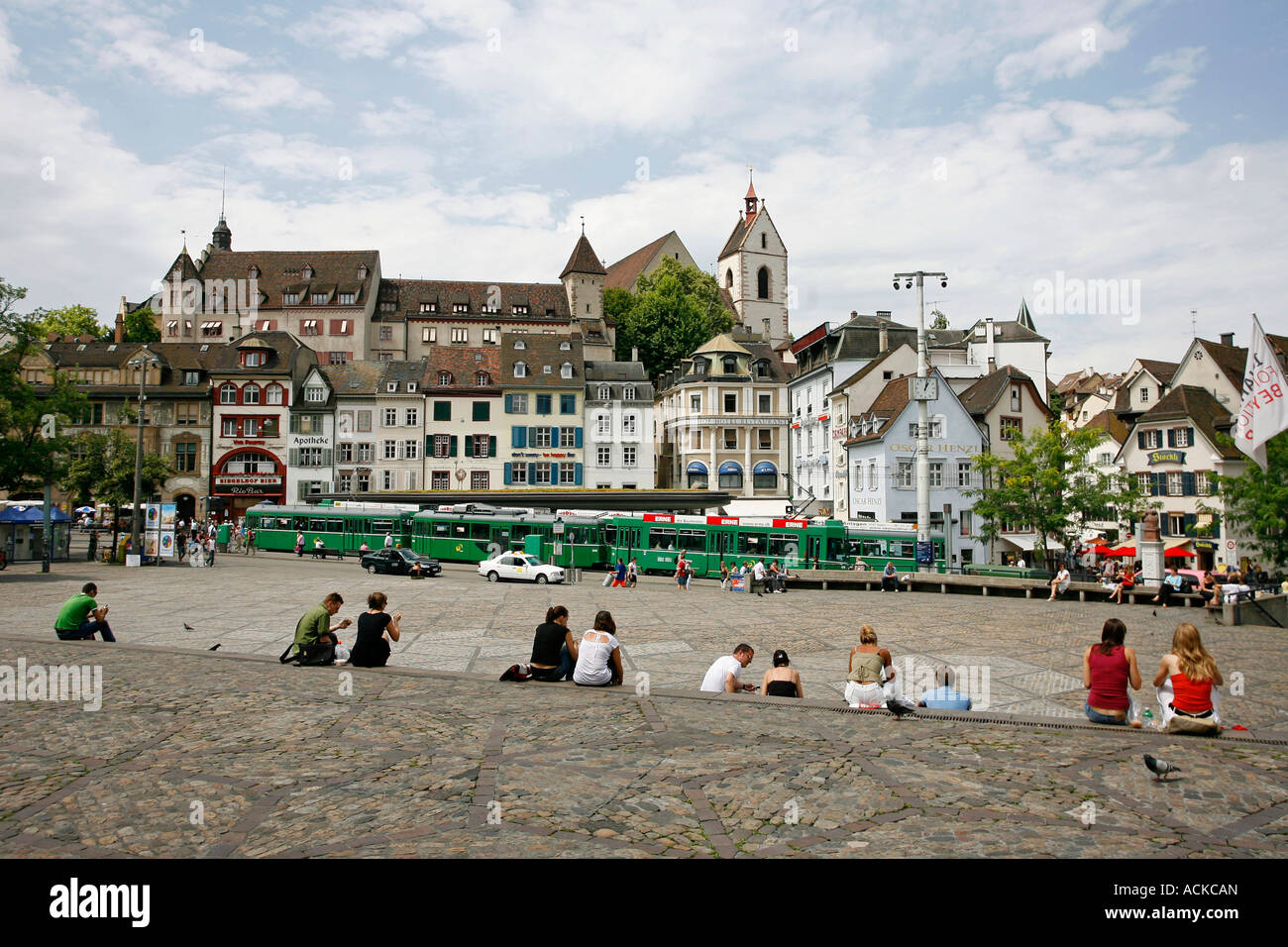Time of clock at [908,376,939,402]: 1:02
